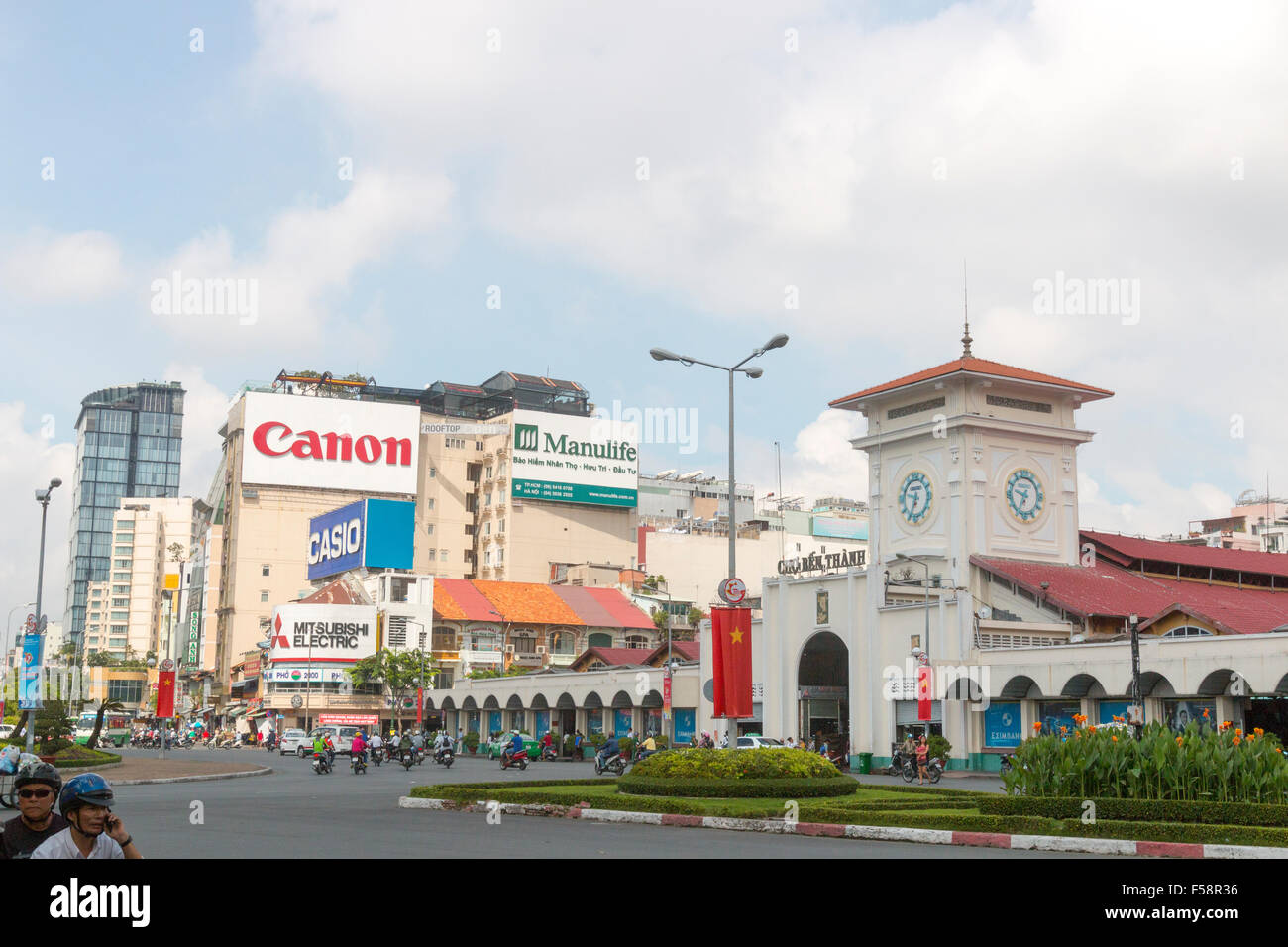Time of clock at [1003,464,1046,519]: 9:34
